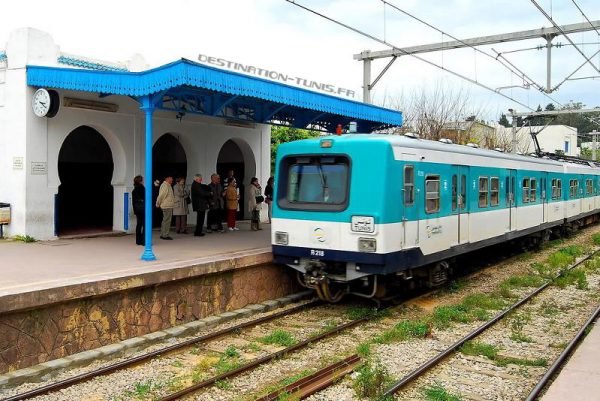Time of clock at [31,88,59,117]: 3:21
